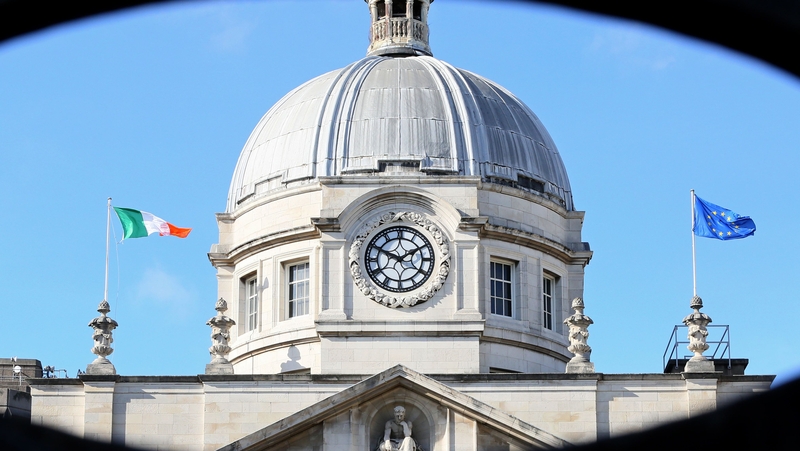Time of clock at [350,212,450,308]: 1:49
